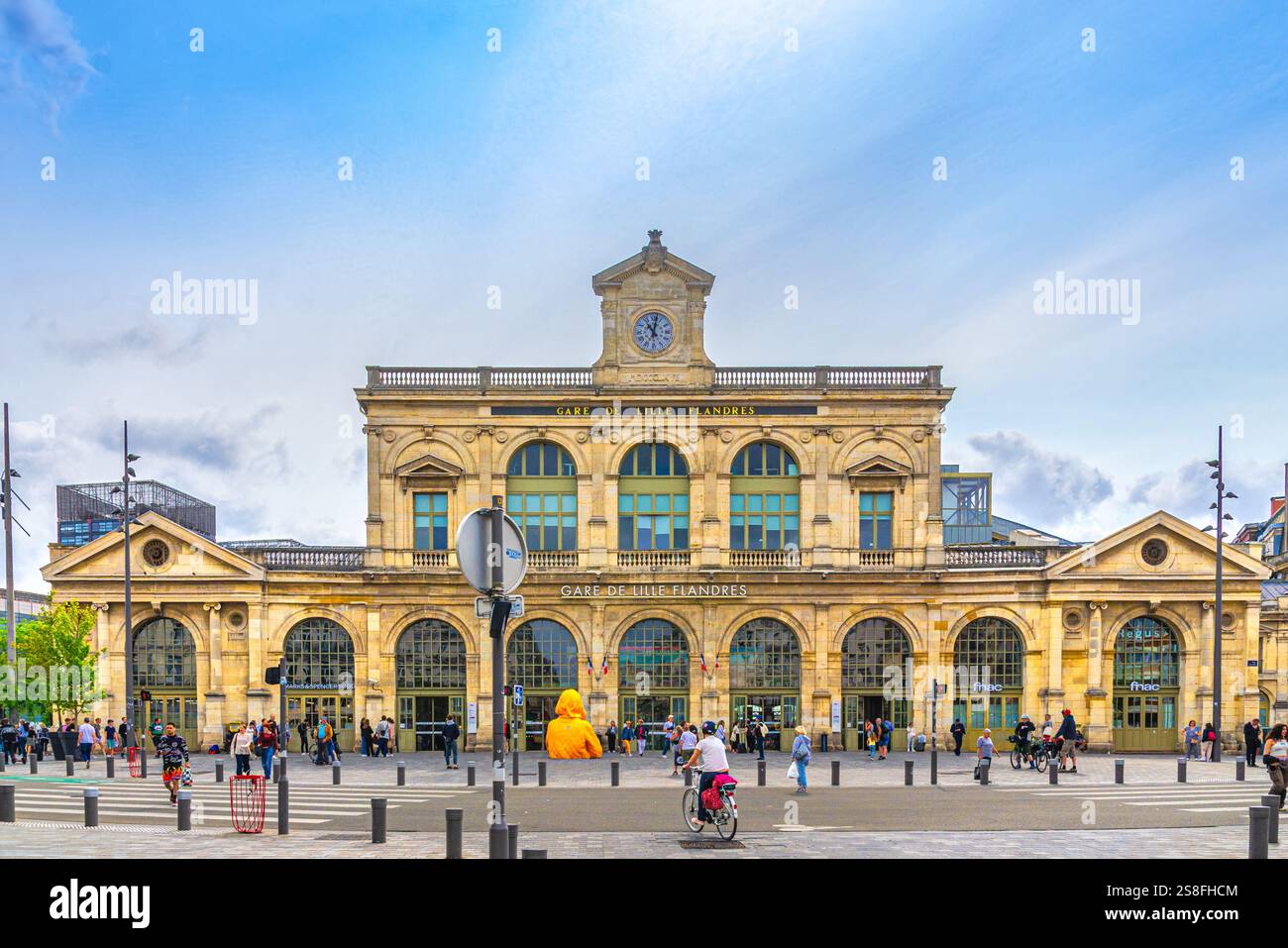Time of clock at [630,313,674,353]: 11:02
